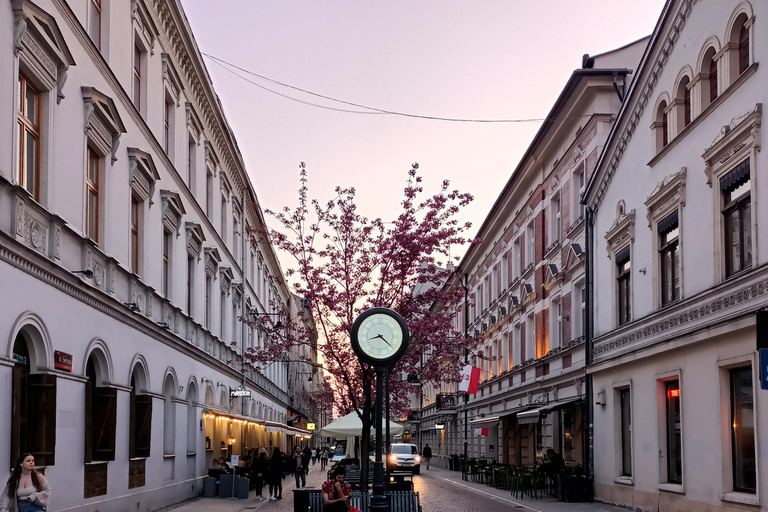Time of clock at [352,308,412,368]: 8:21
